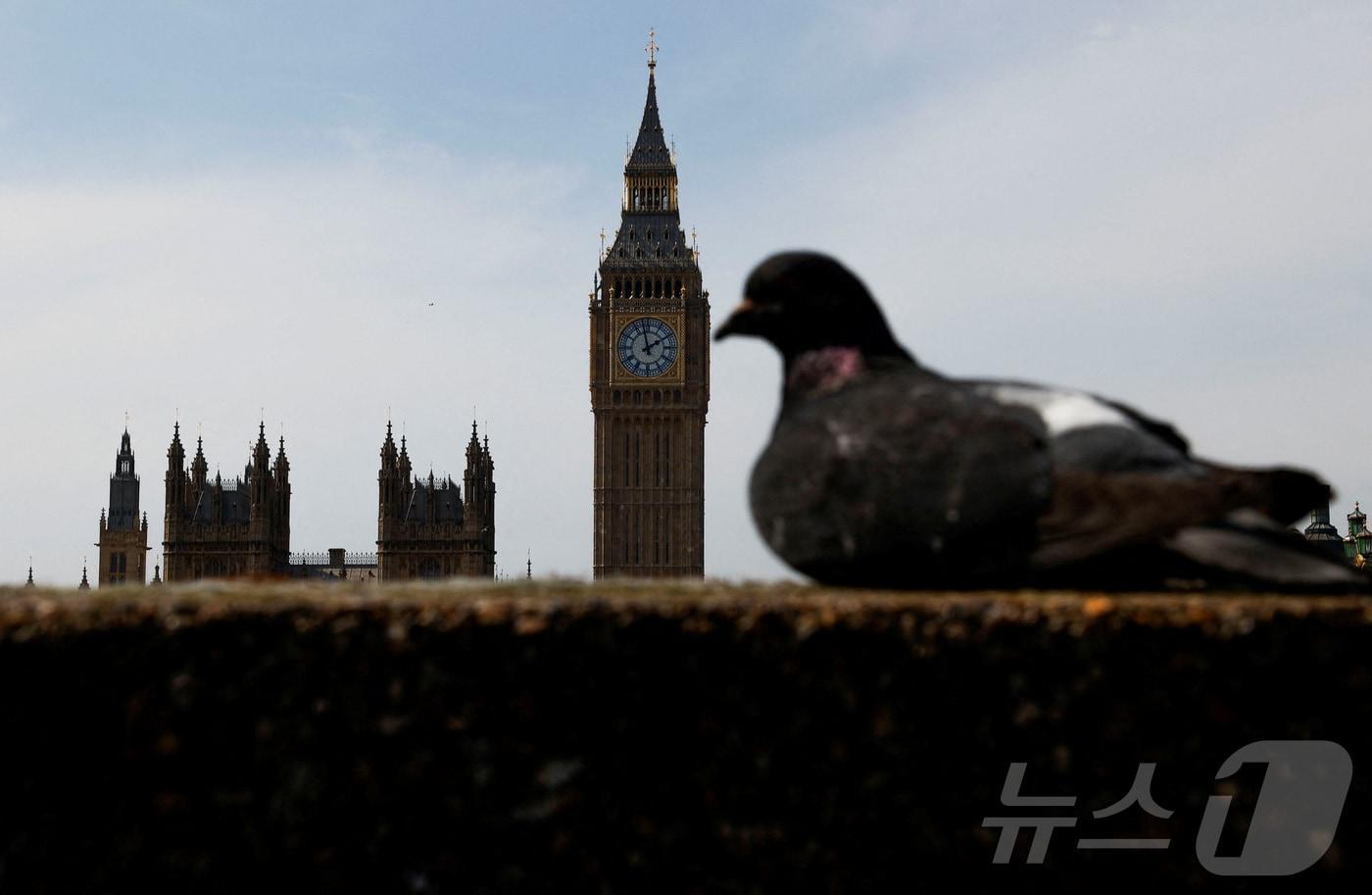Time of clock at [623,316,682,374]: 1:57
